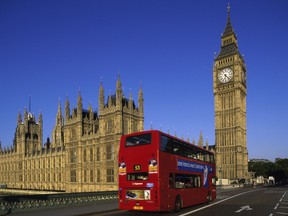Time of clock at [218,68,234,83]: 6:23
